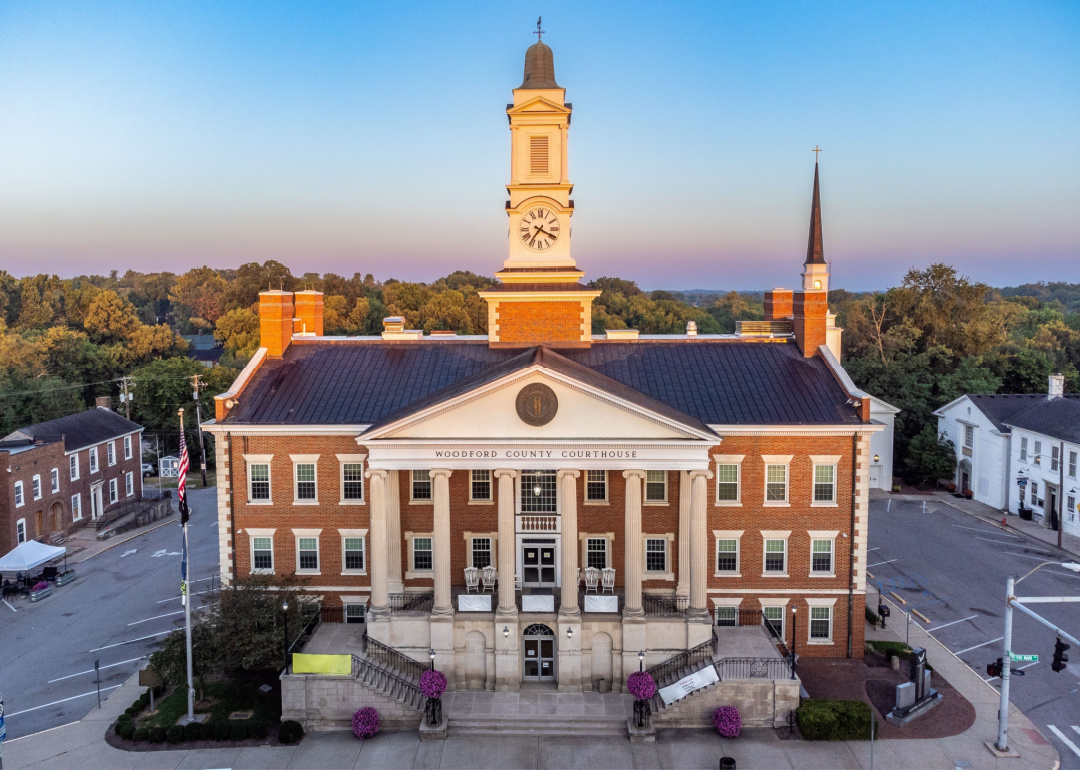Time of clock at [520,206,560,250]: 7:19
